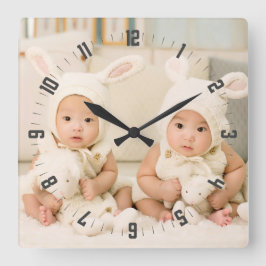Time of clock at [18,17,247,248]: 10:10
